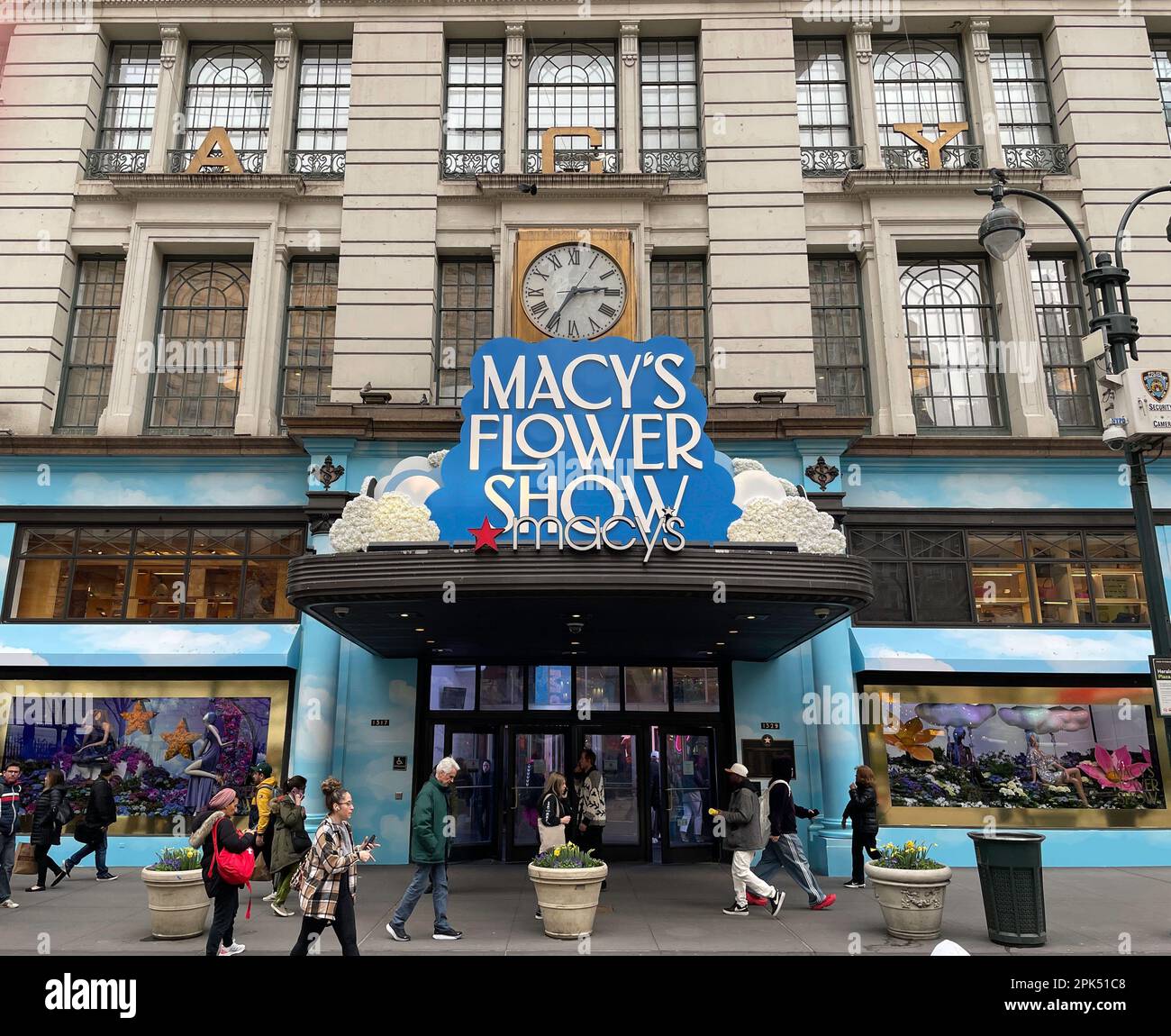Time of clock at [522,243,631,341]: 2:35
